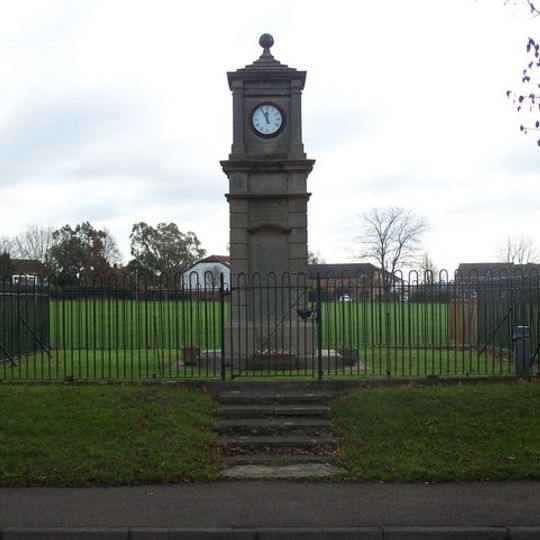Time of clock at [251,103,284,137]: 11:55
